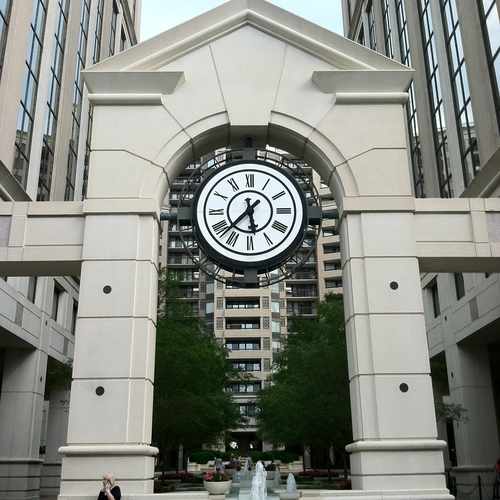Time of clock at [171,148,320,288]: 5:37
